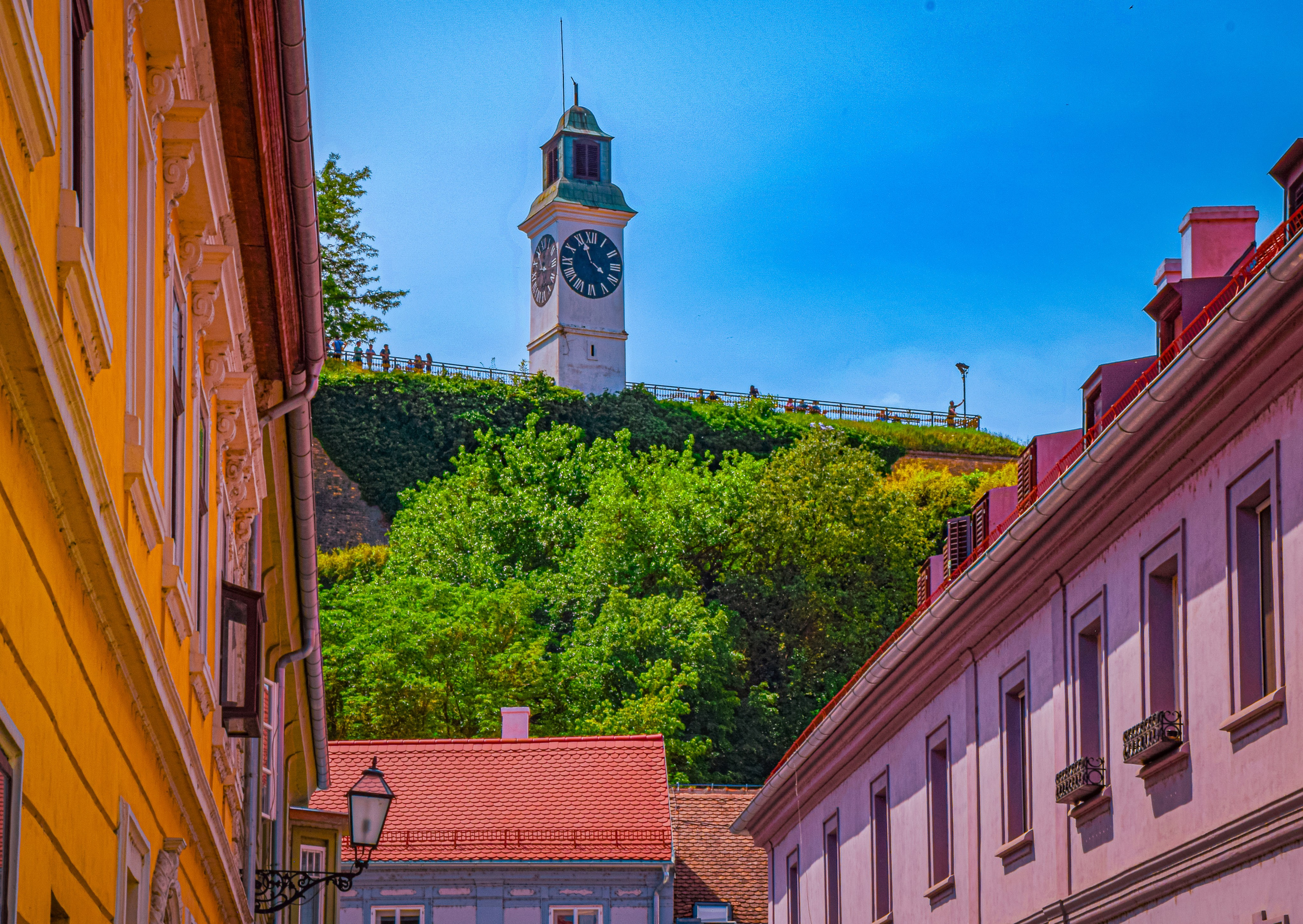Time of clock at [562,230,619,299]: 3:56
